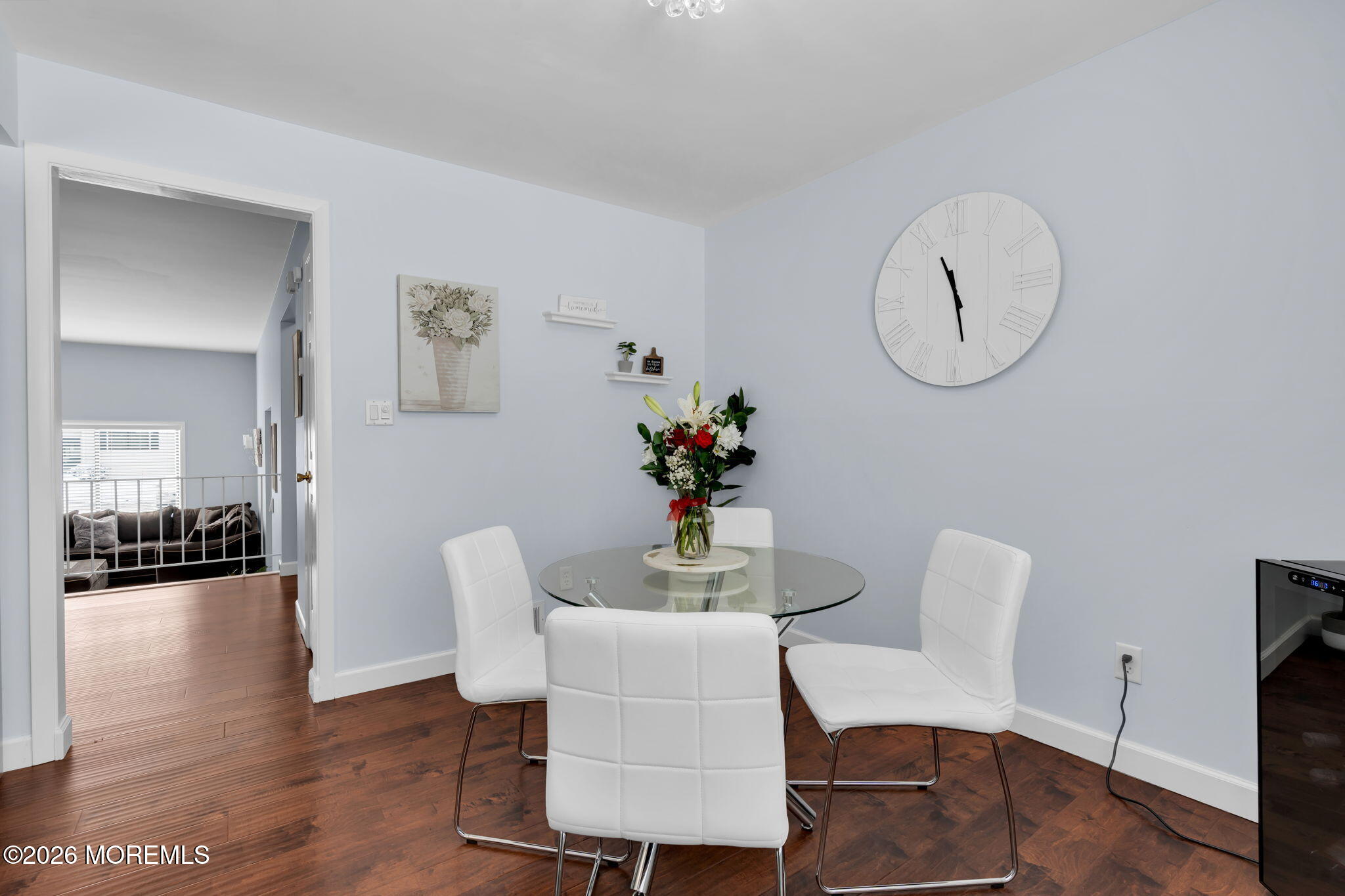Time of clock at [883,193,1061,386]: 11:28
